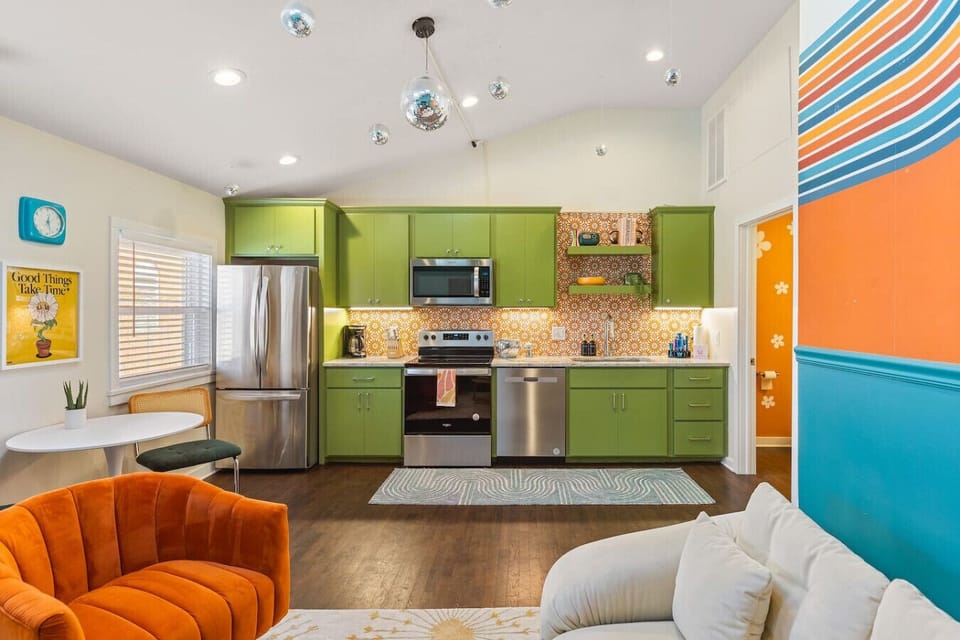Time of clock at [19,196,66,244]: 12:26
